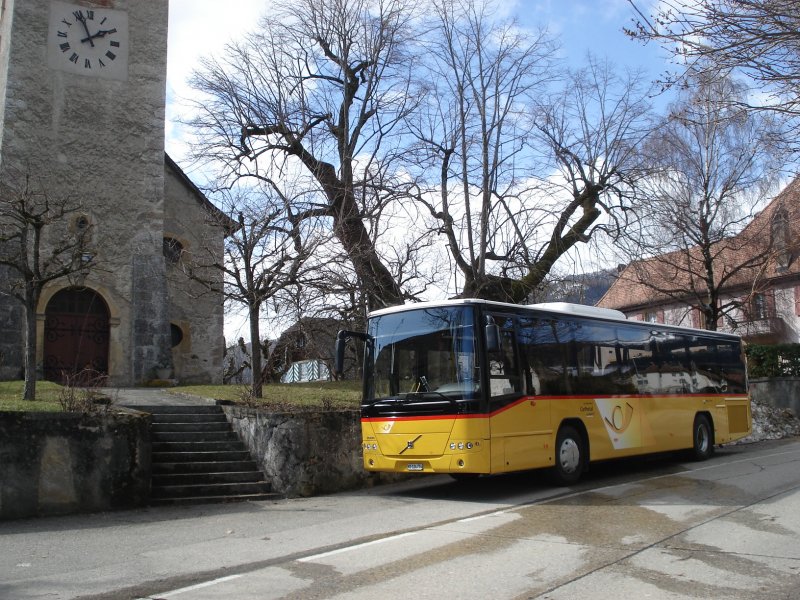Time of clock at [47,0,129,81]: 1:56
